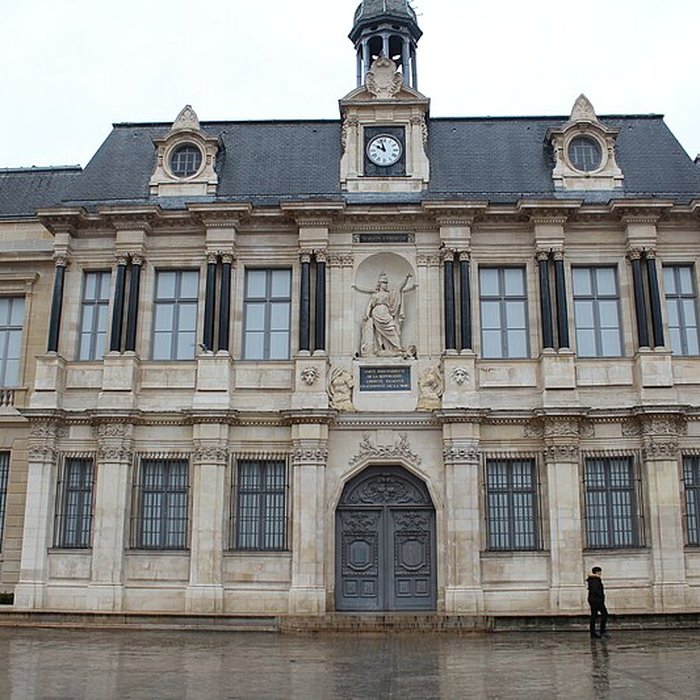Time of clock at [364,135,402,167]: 9:56
